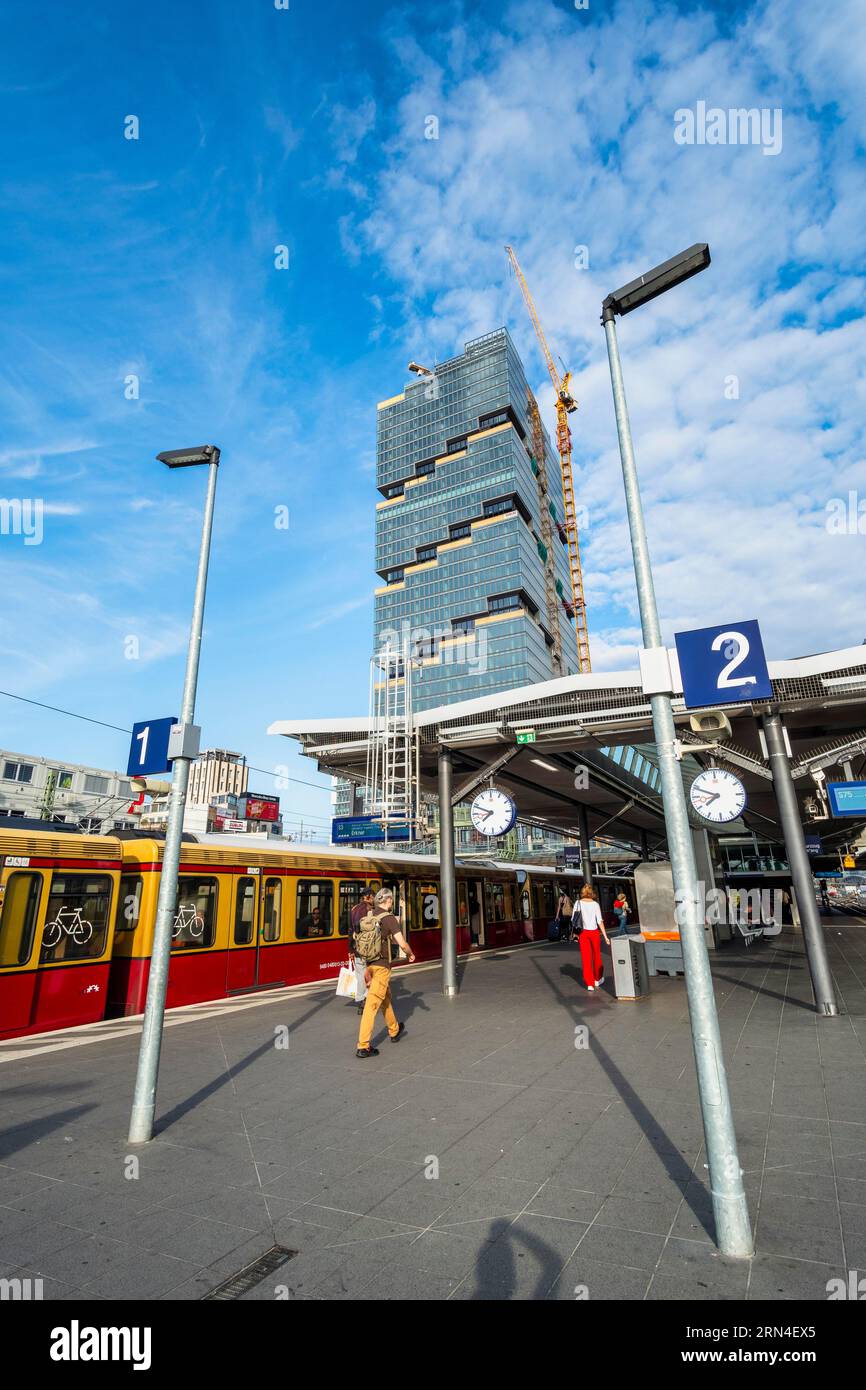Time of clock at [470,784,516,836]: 7:48
